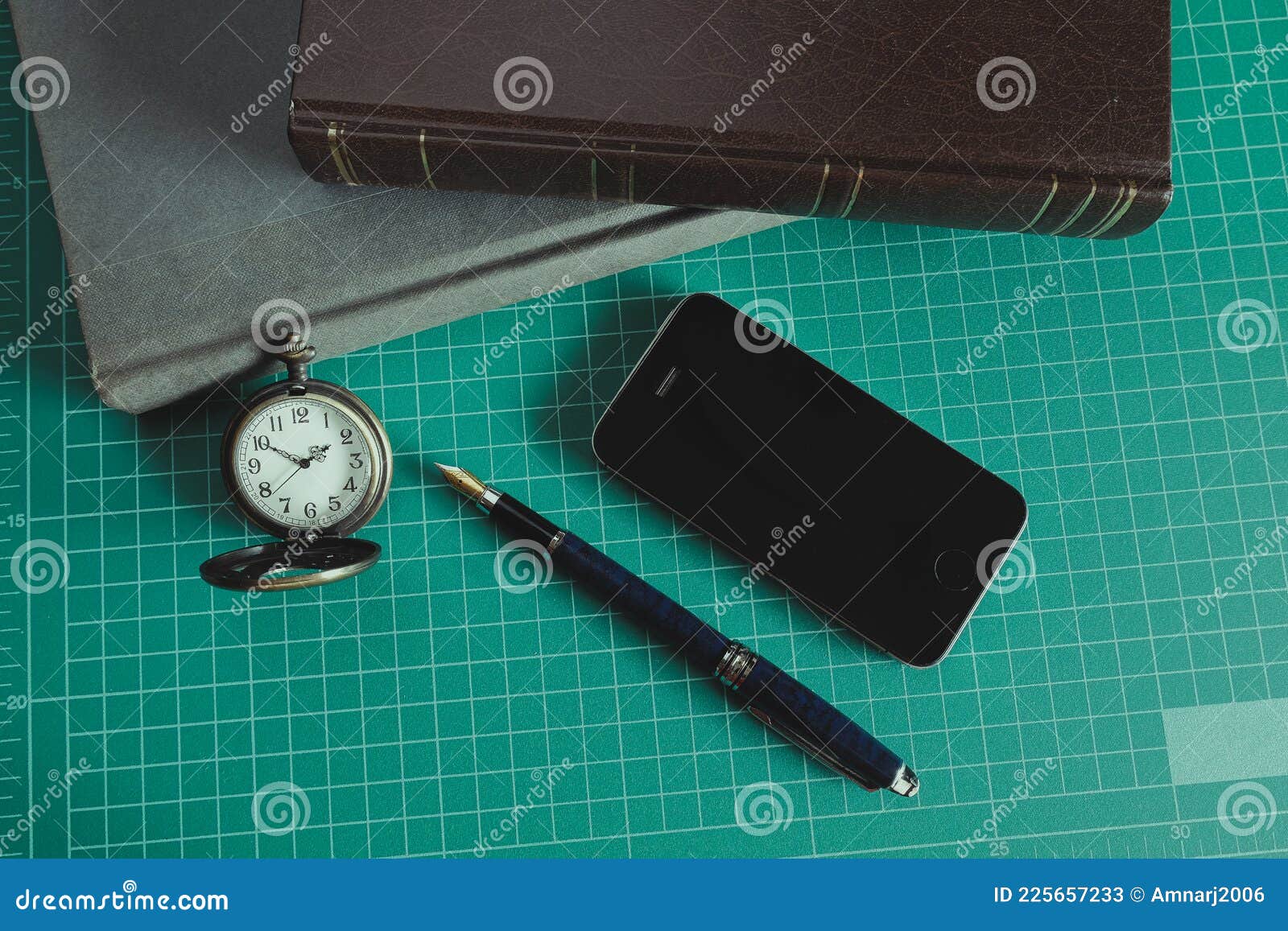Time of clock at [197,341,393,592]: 1:50
